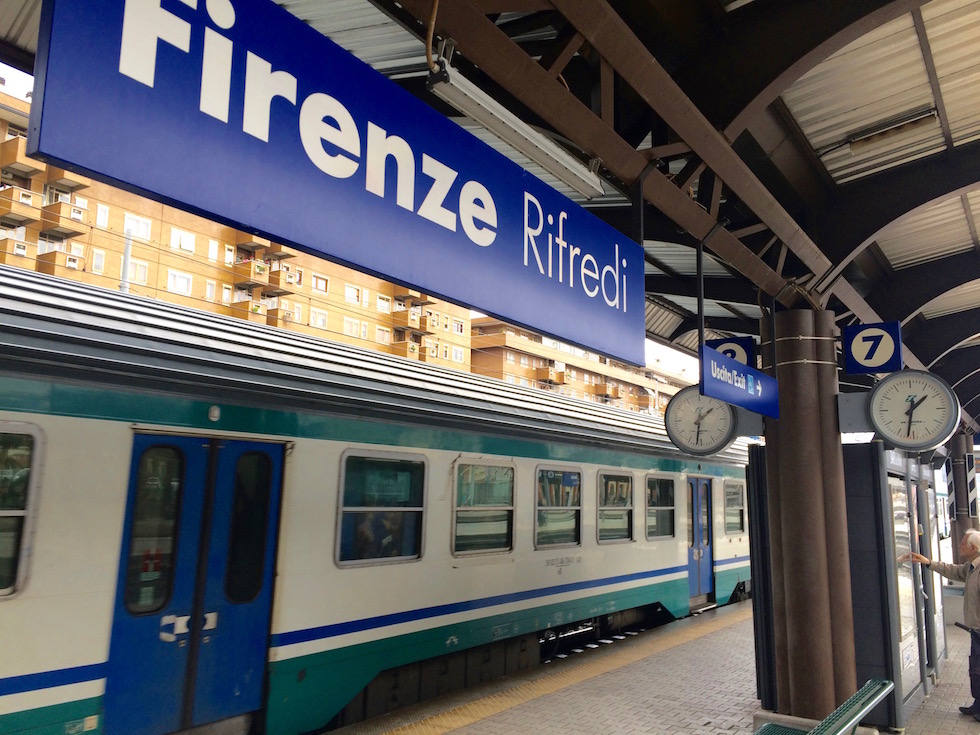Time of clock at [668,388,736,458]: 1:31
